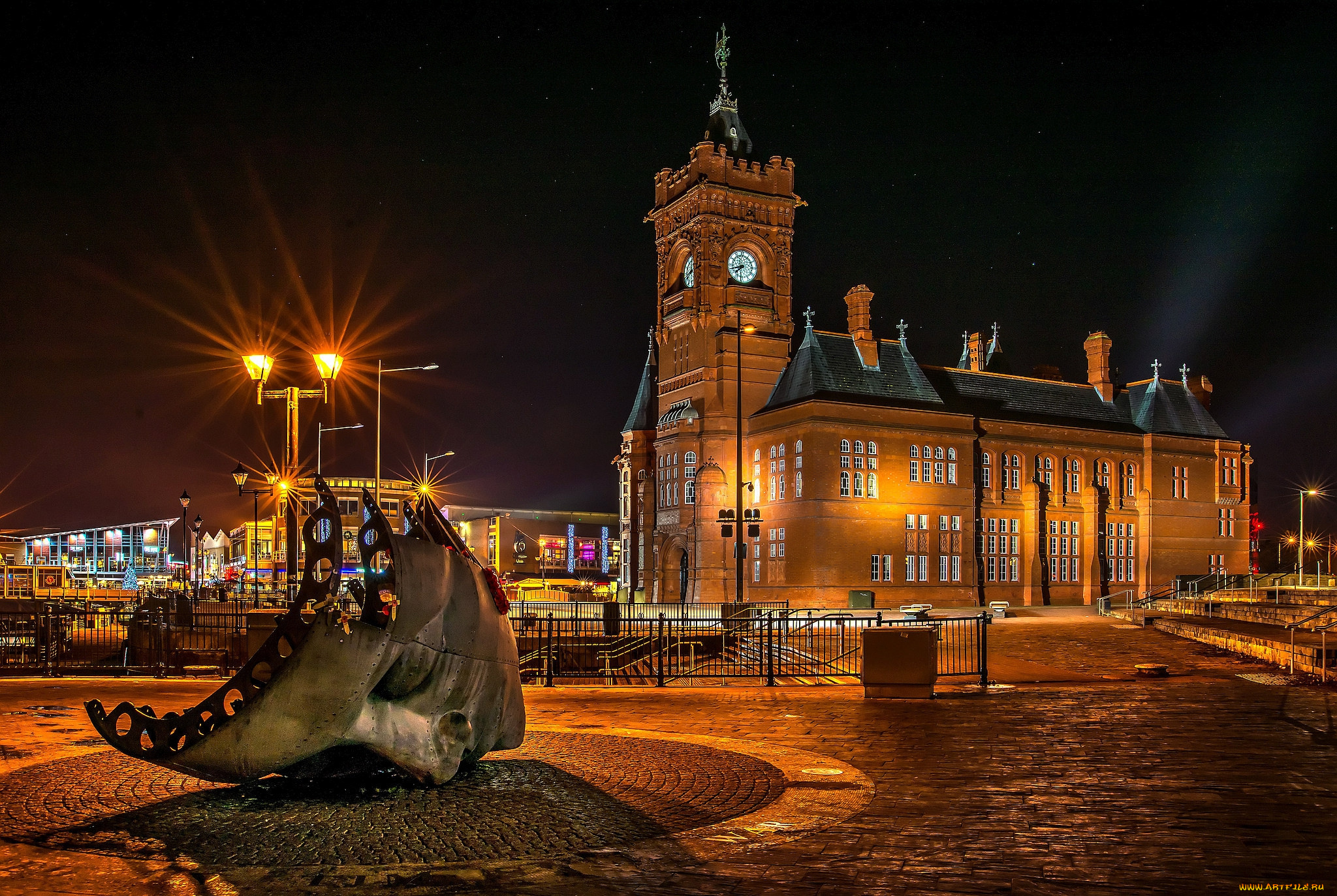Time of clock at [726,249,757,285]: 7:42
